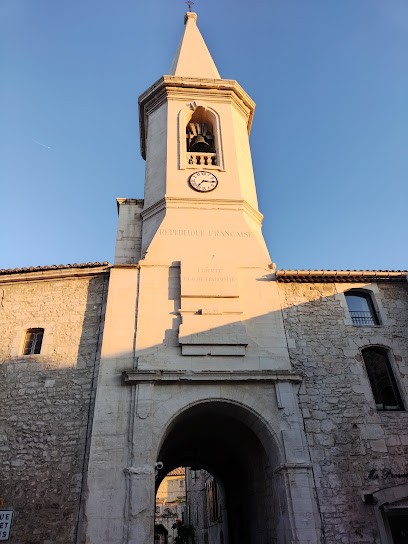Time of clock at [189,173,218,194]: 7:15
